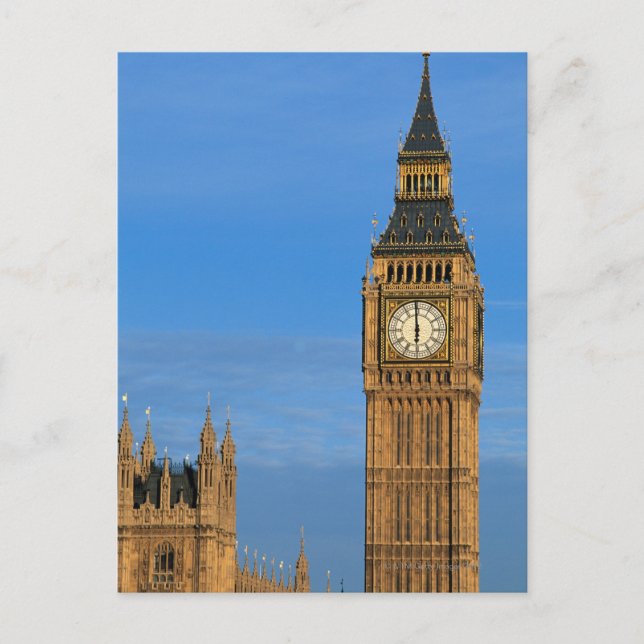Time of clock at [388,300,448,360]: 5:59
